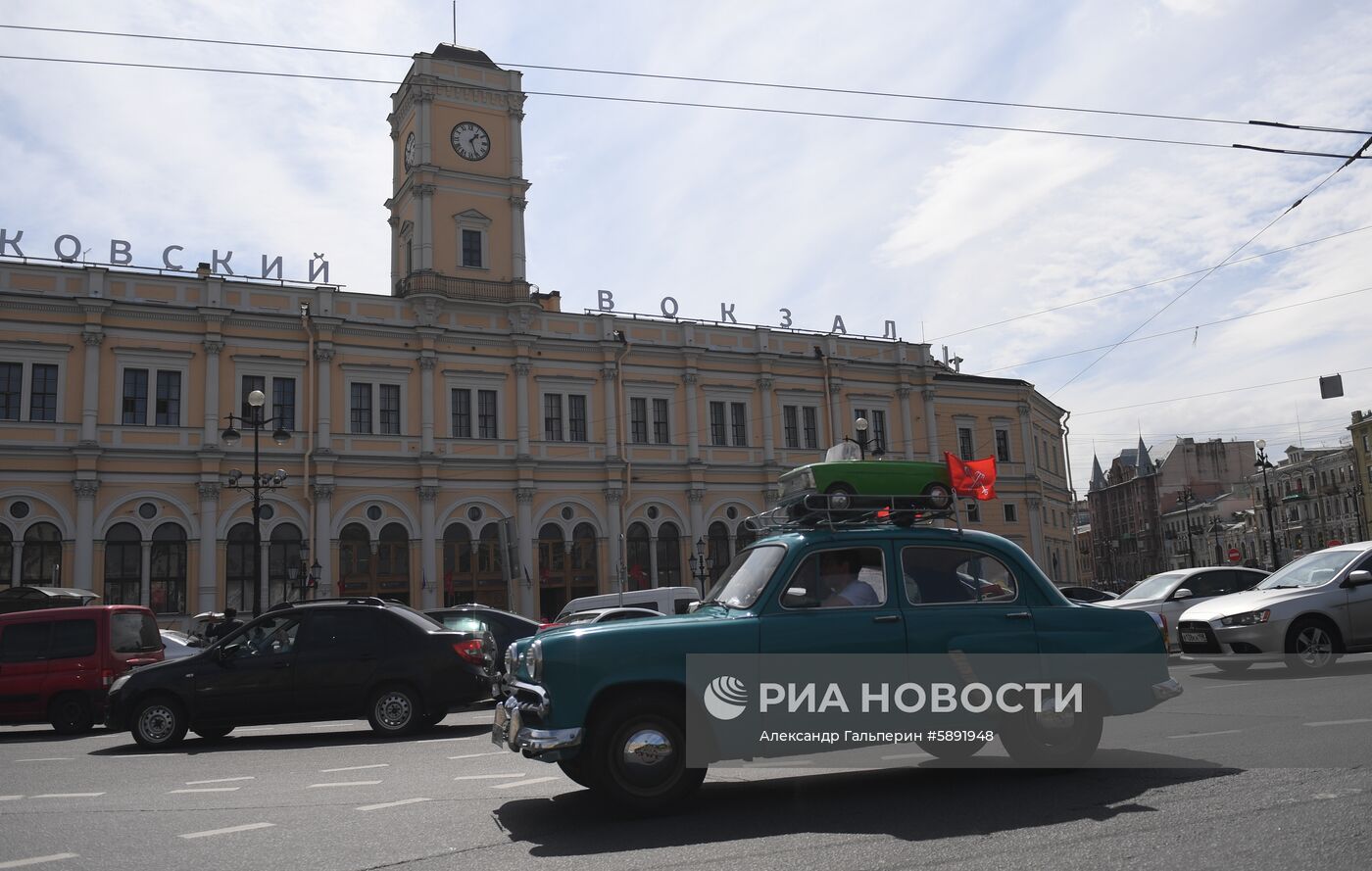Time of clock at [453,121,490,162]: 1:26
